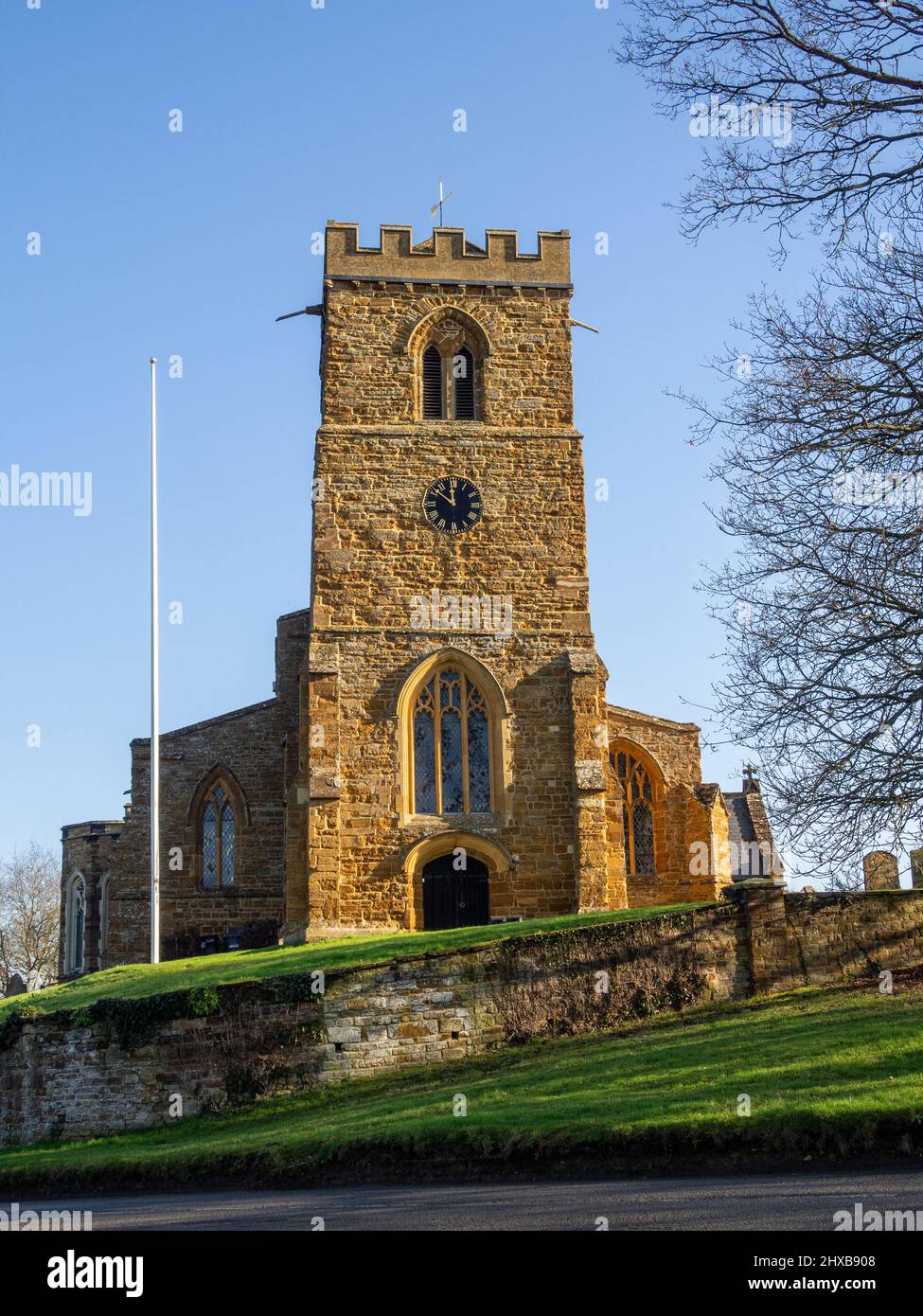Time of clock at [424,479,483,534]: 11:51
